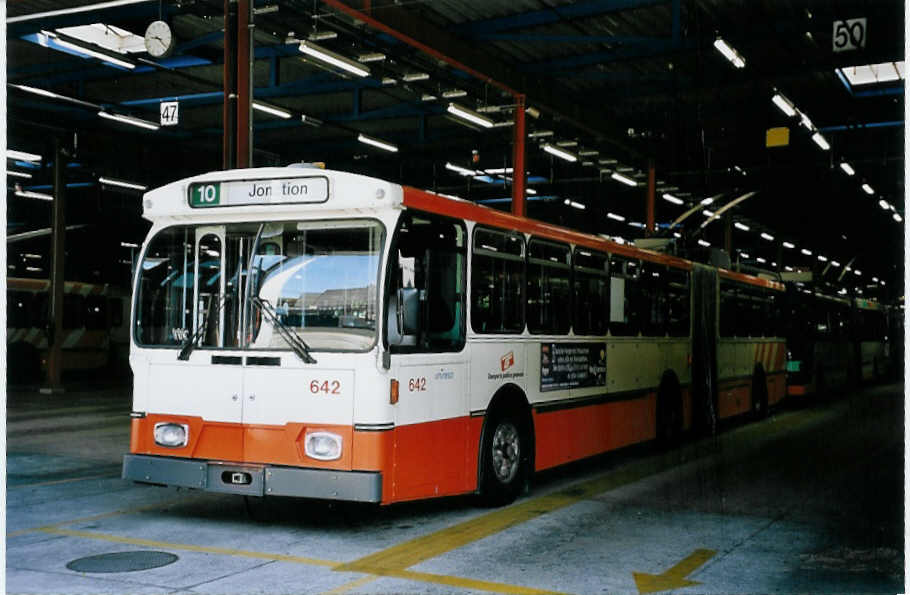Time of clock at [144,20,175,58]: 9:22
